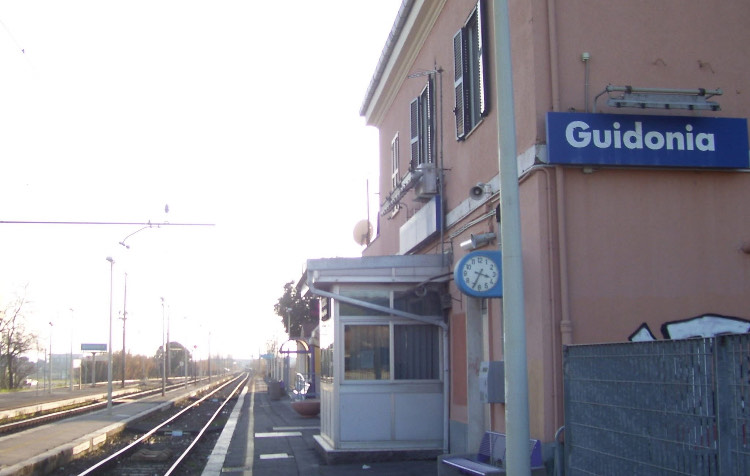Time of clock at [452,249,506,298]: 3:34
